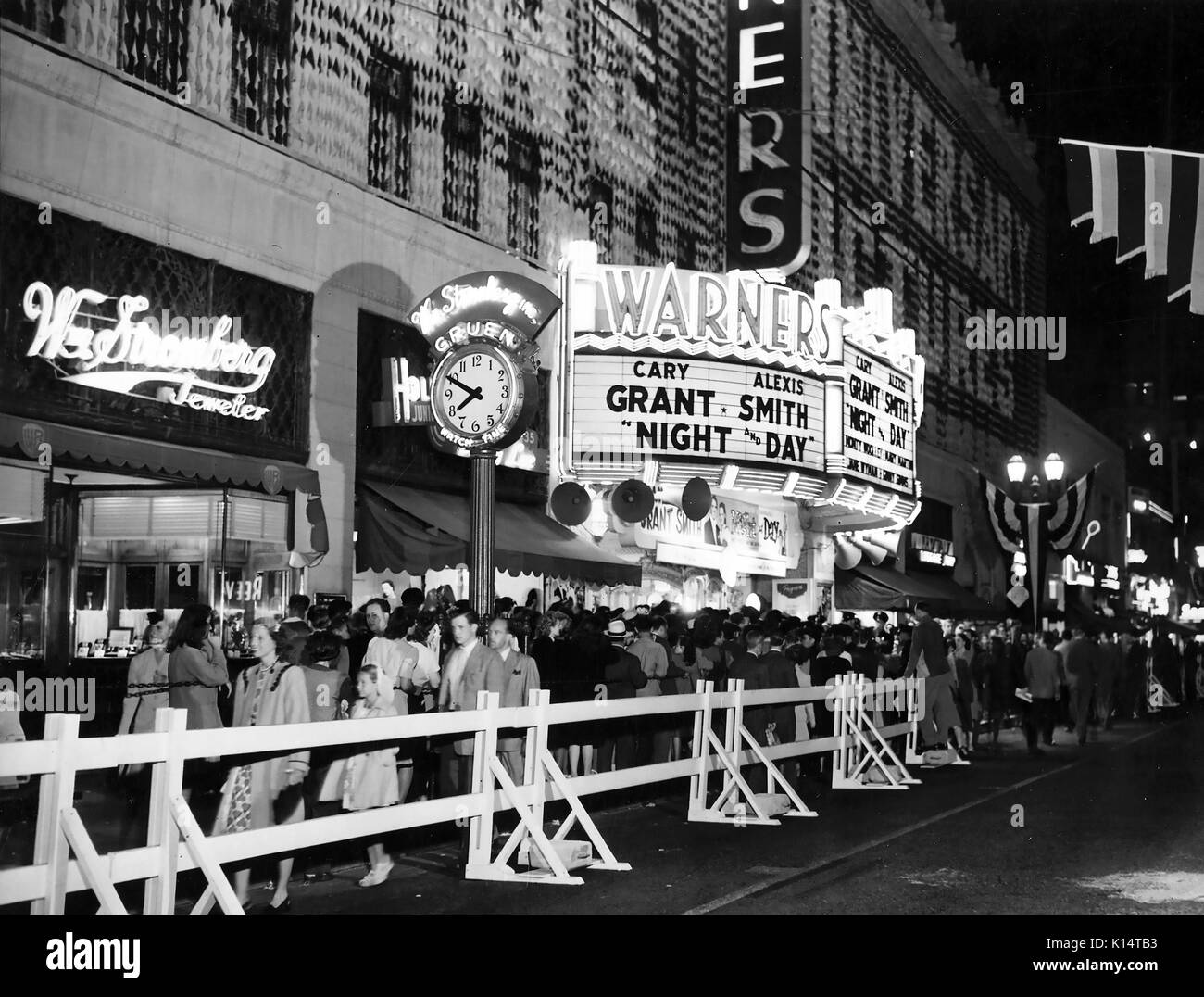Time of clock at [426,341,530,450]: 7:49
